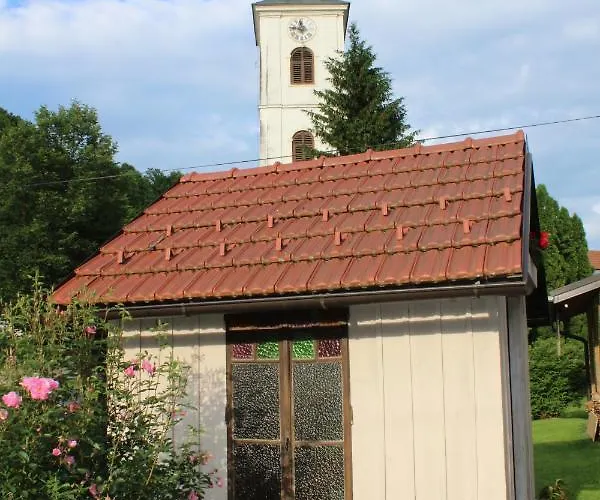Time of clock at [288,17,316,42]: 11:46
